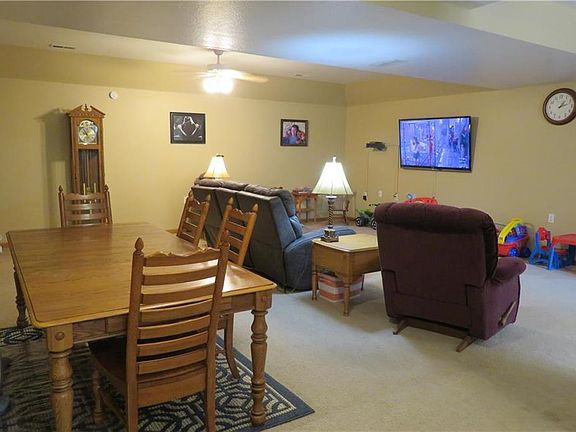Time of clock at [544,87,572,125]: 1:12
